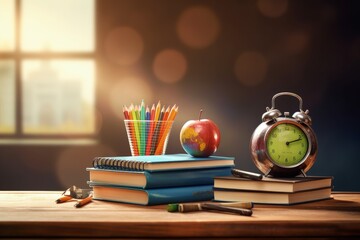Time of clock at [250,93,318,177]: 2:12
